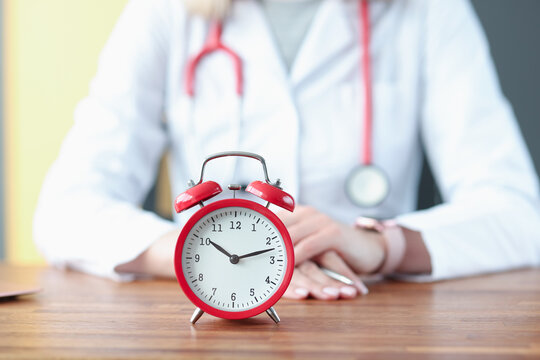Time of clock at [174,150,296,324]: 10:12
